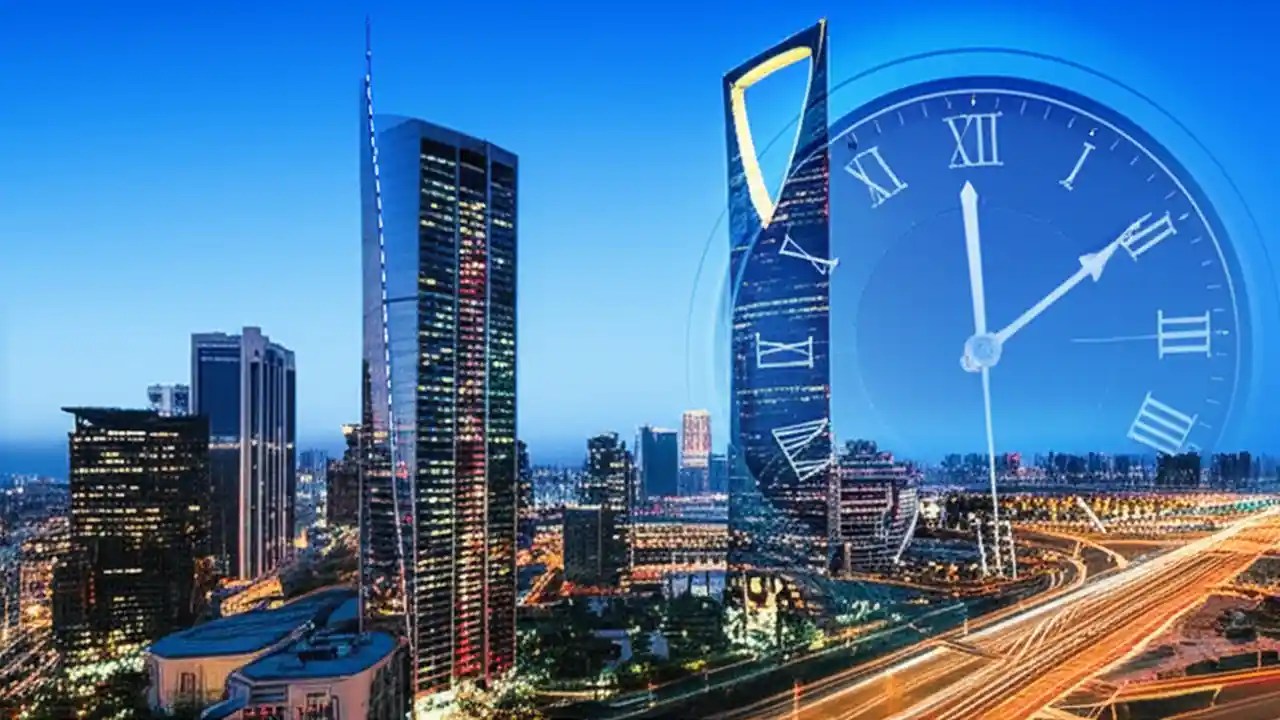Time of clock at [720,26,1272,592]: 12:09
